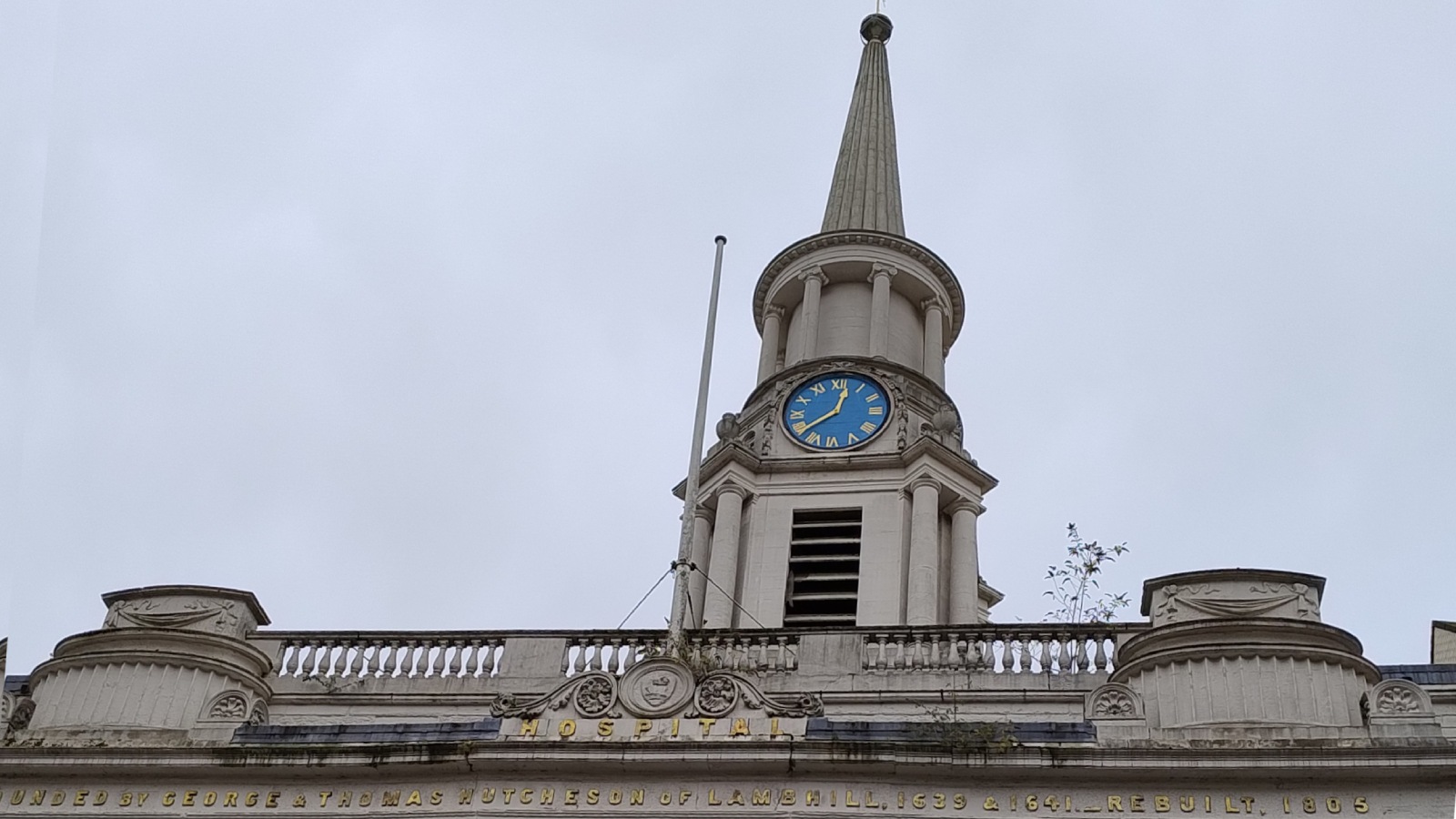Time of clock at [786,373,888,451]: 12:38
